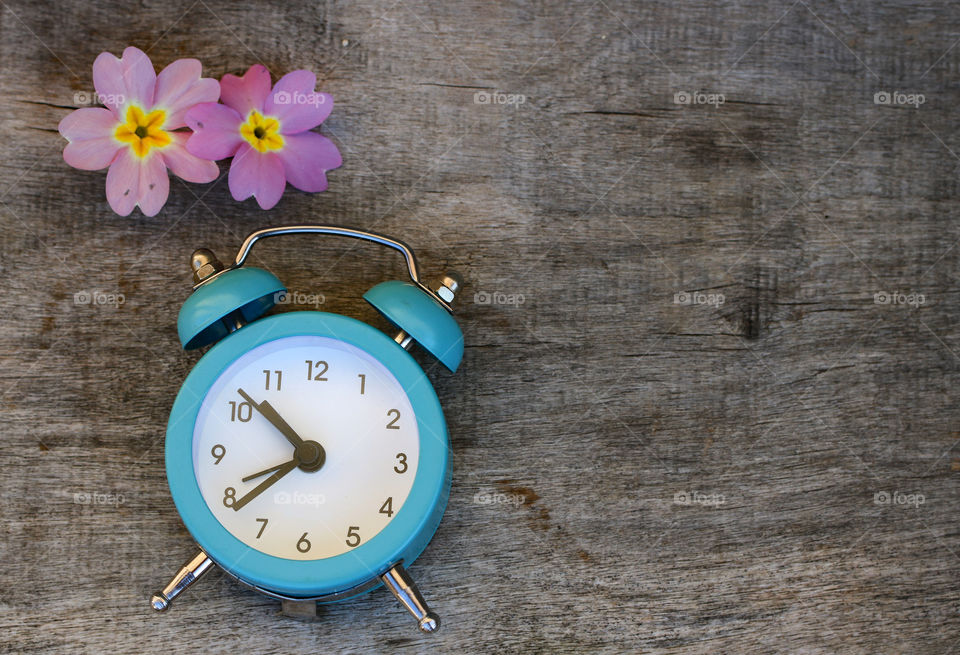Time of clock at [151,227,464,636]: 7:52
